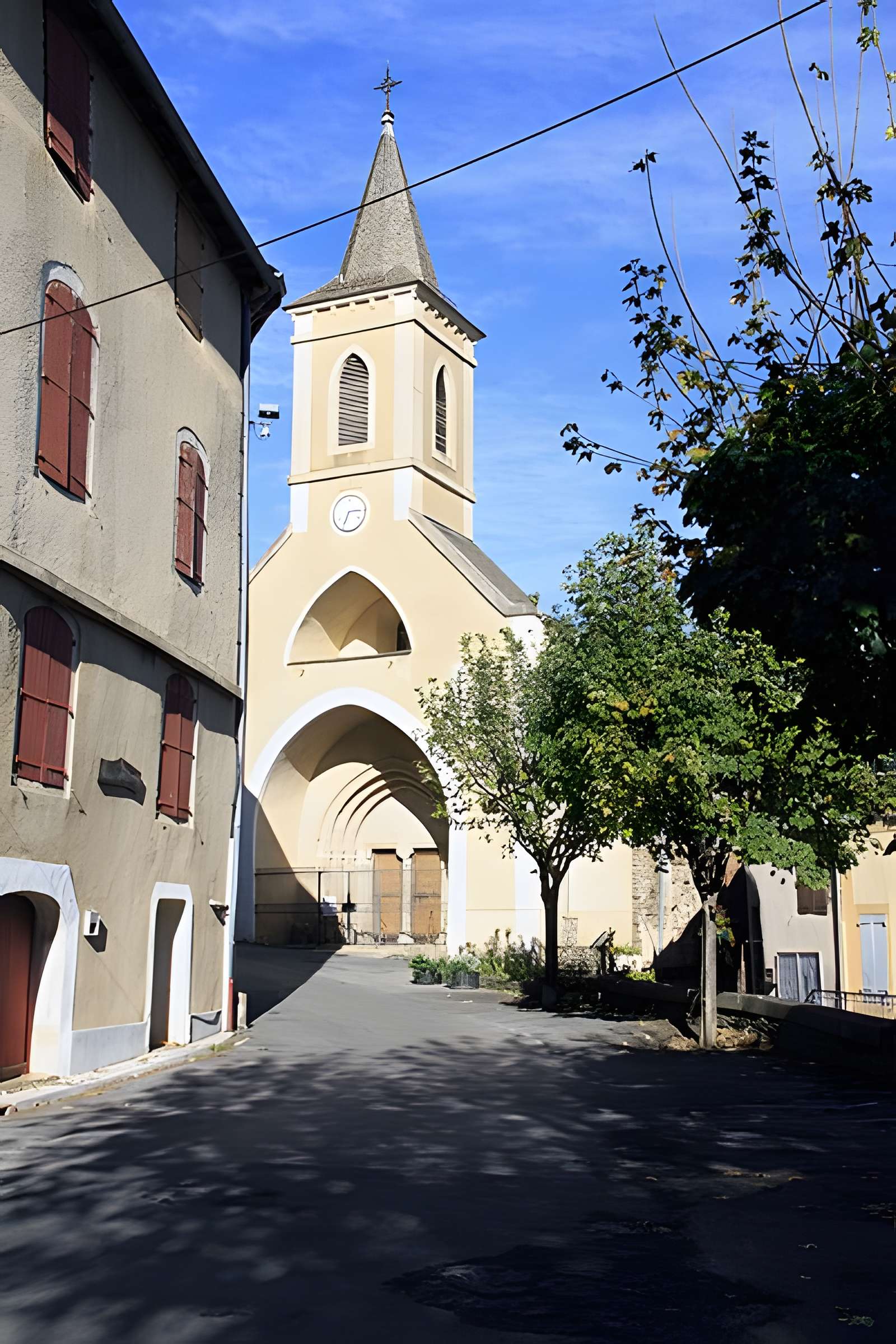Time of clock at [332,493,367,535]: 6:14
